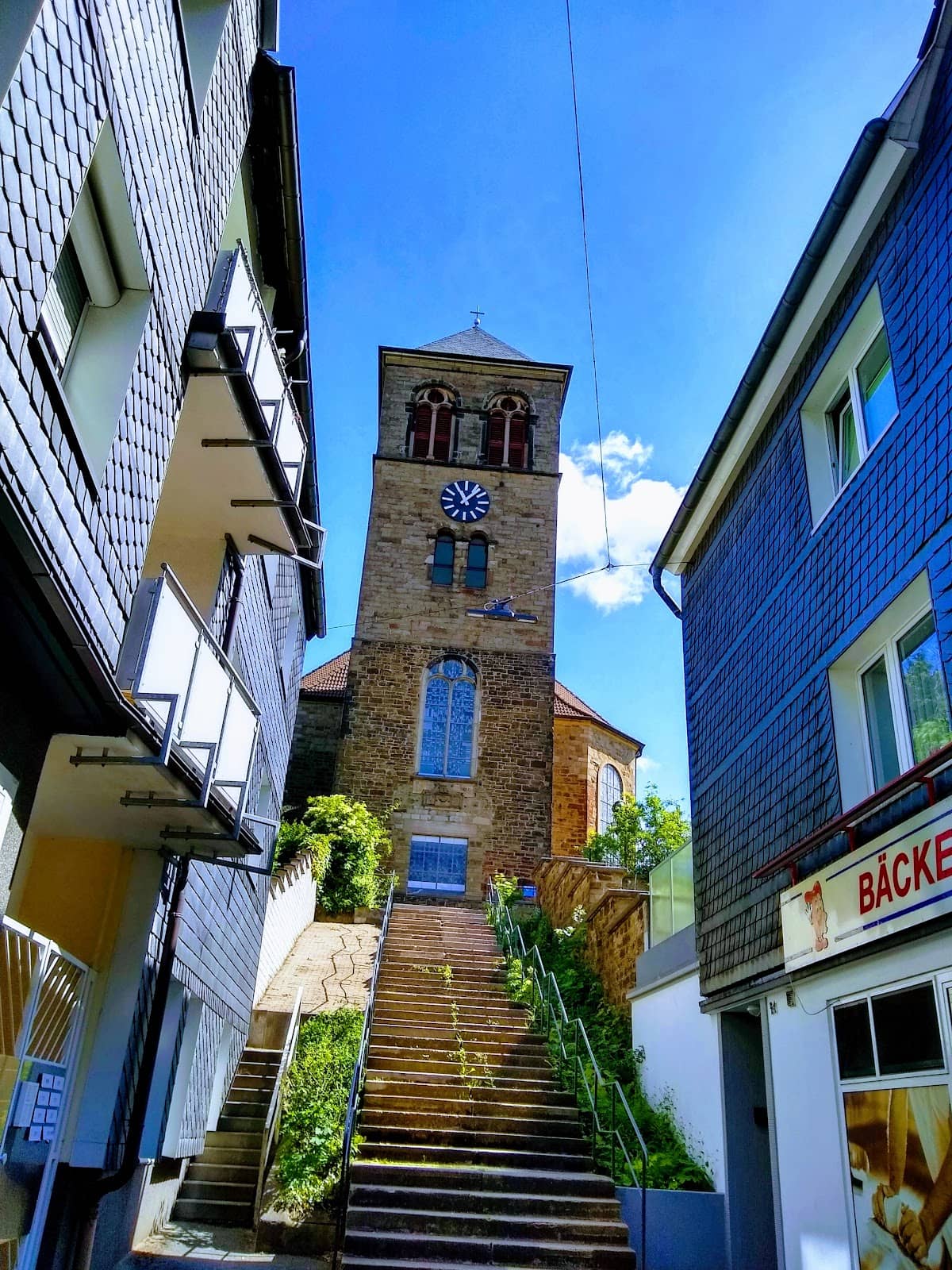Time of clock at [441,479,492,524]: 11:07
